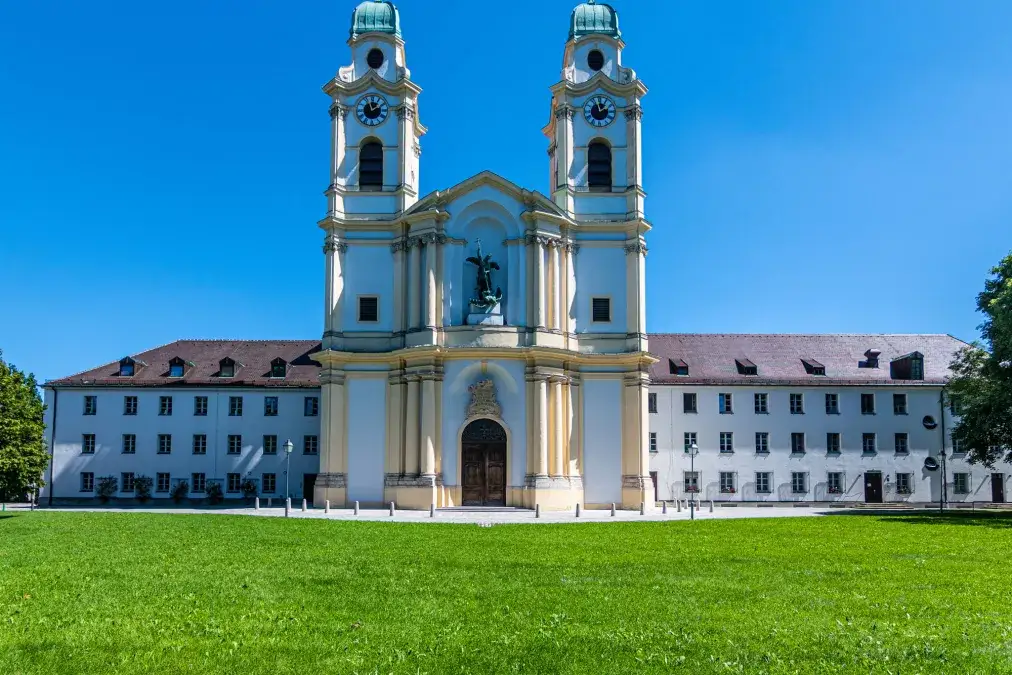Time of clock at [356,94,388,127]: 1:56
